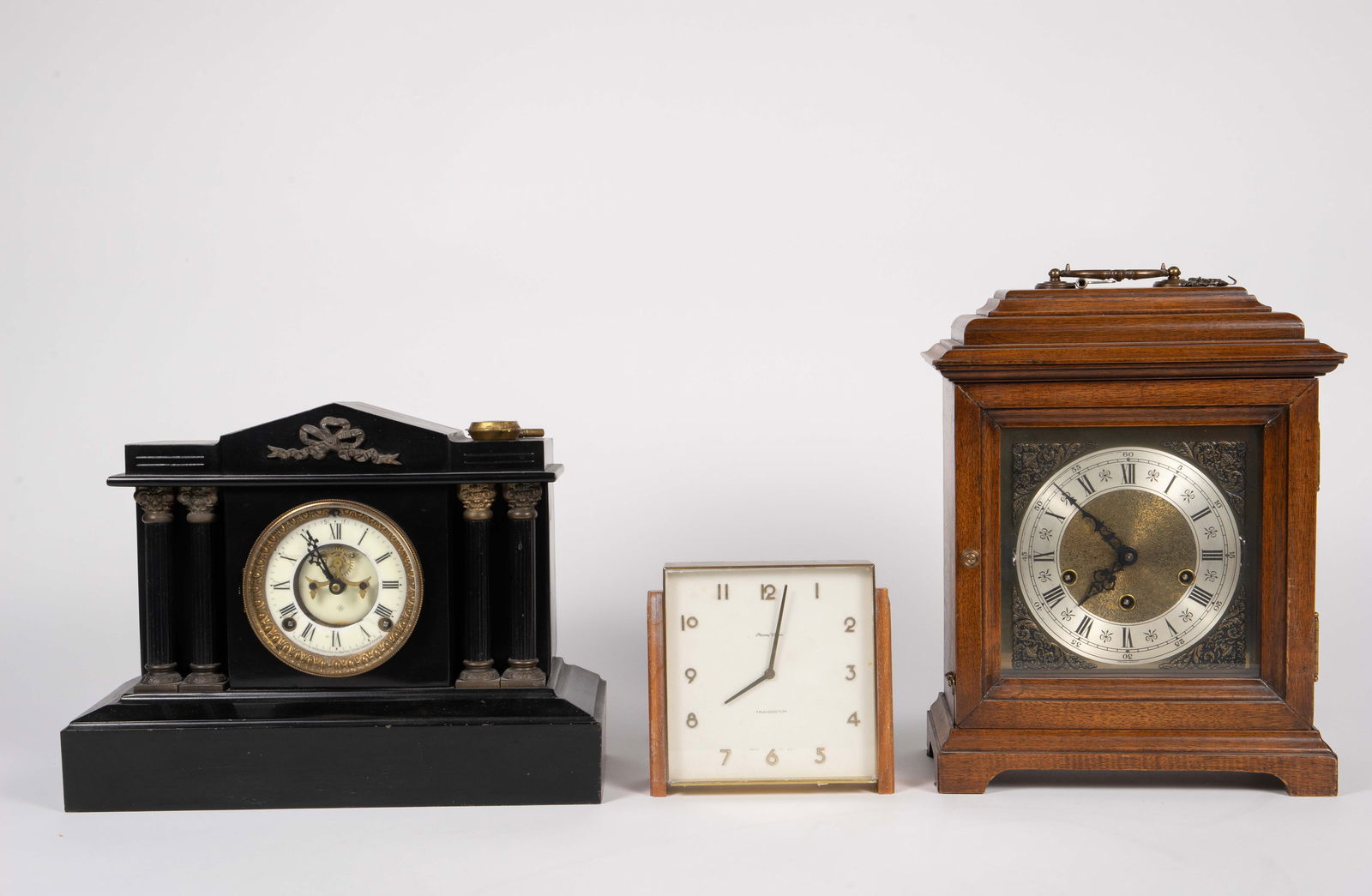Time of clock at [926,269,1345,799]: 6:52
